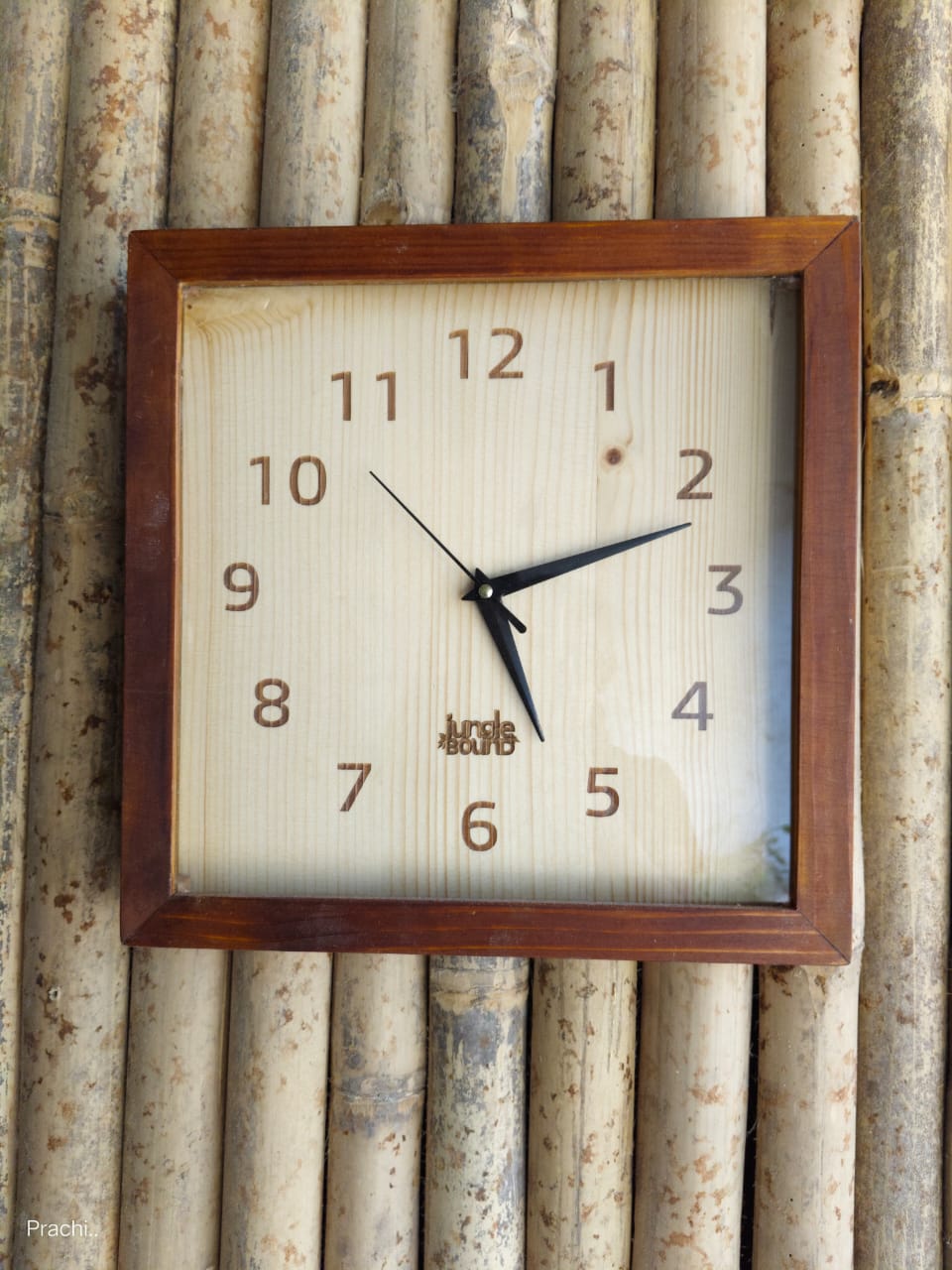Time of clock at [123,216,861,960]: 5:11
